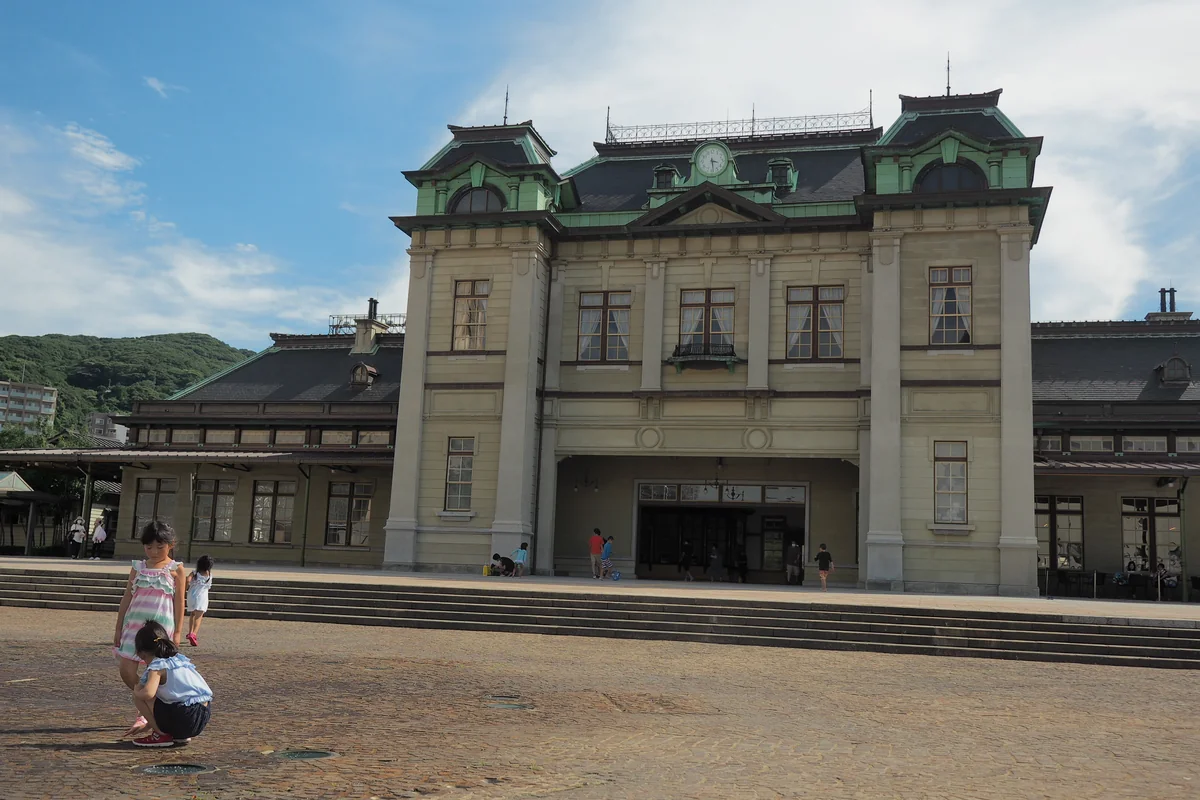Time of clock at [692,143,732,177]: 3:28
